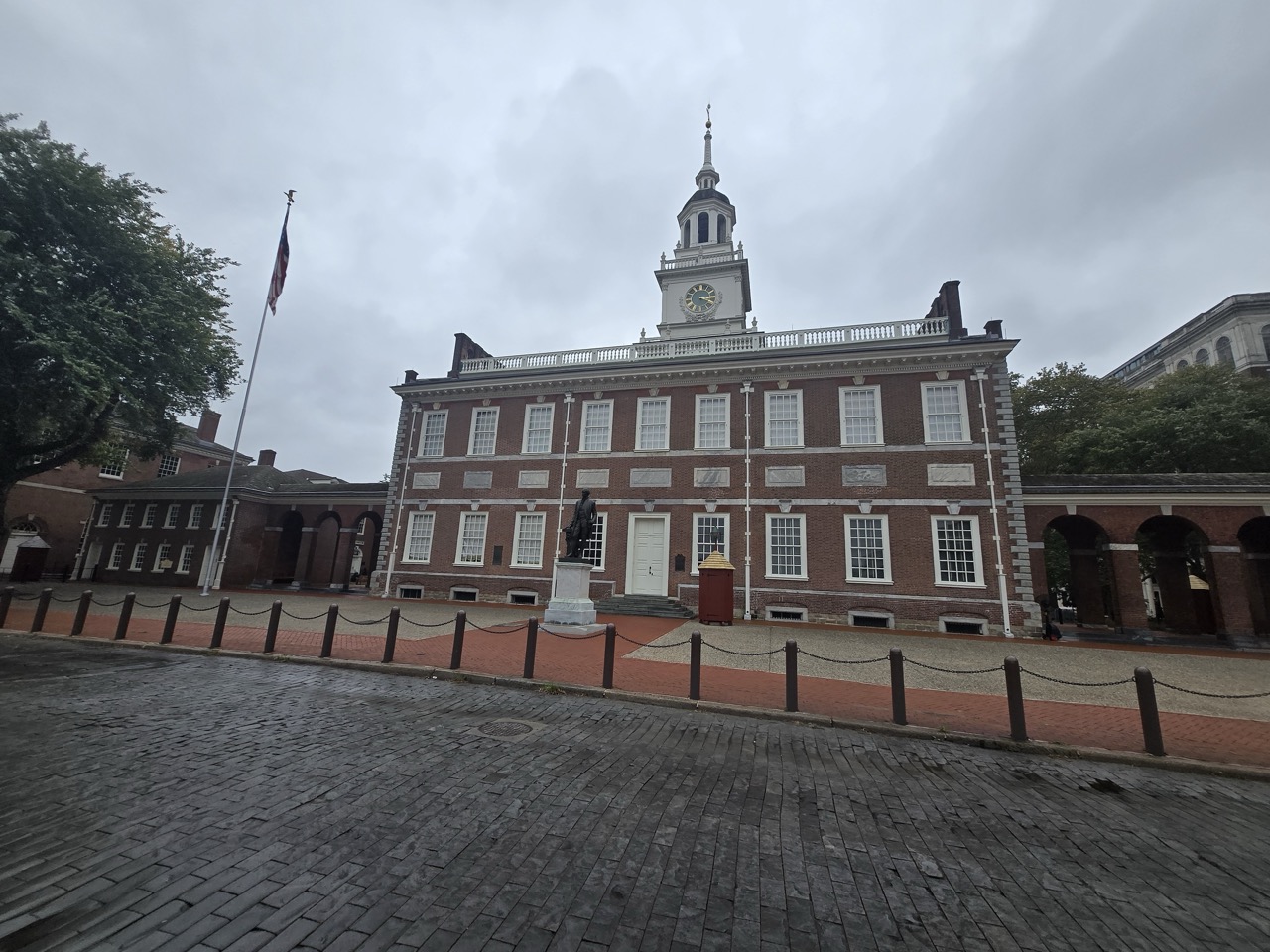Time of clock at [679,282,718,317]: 3:19
